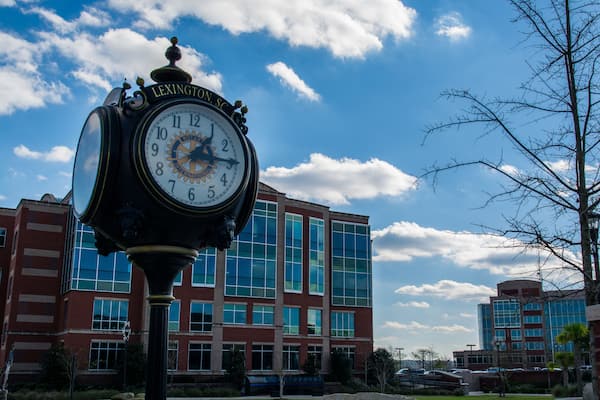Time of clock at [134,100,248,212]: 1:14
